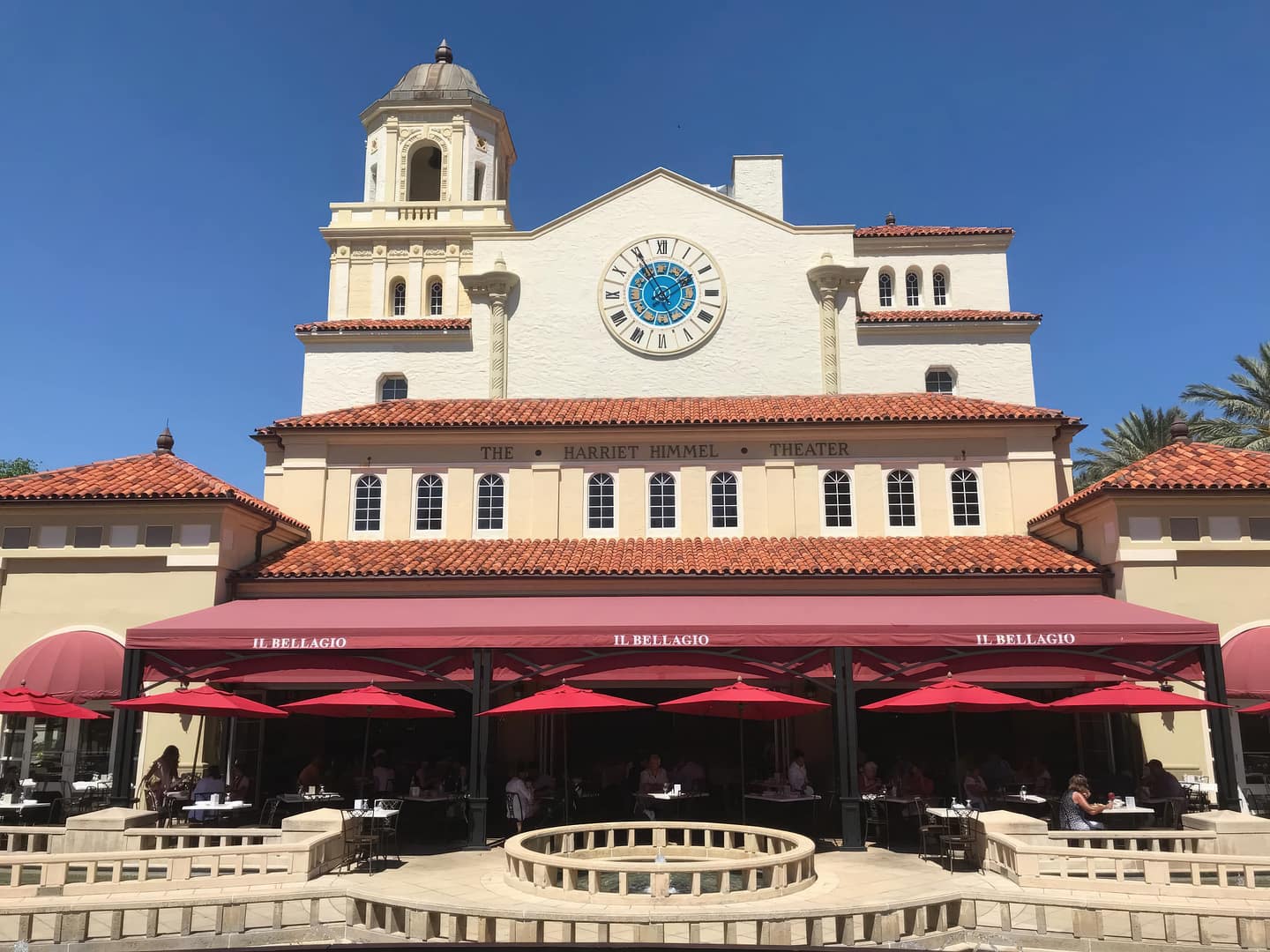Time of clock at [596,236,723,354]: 1:55
